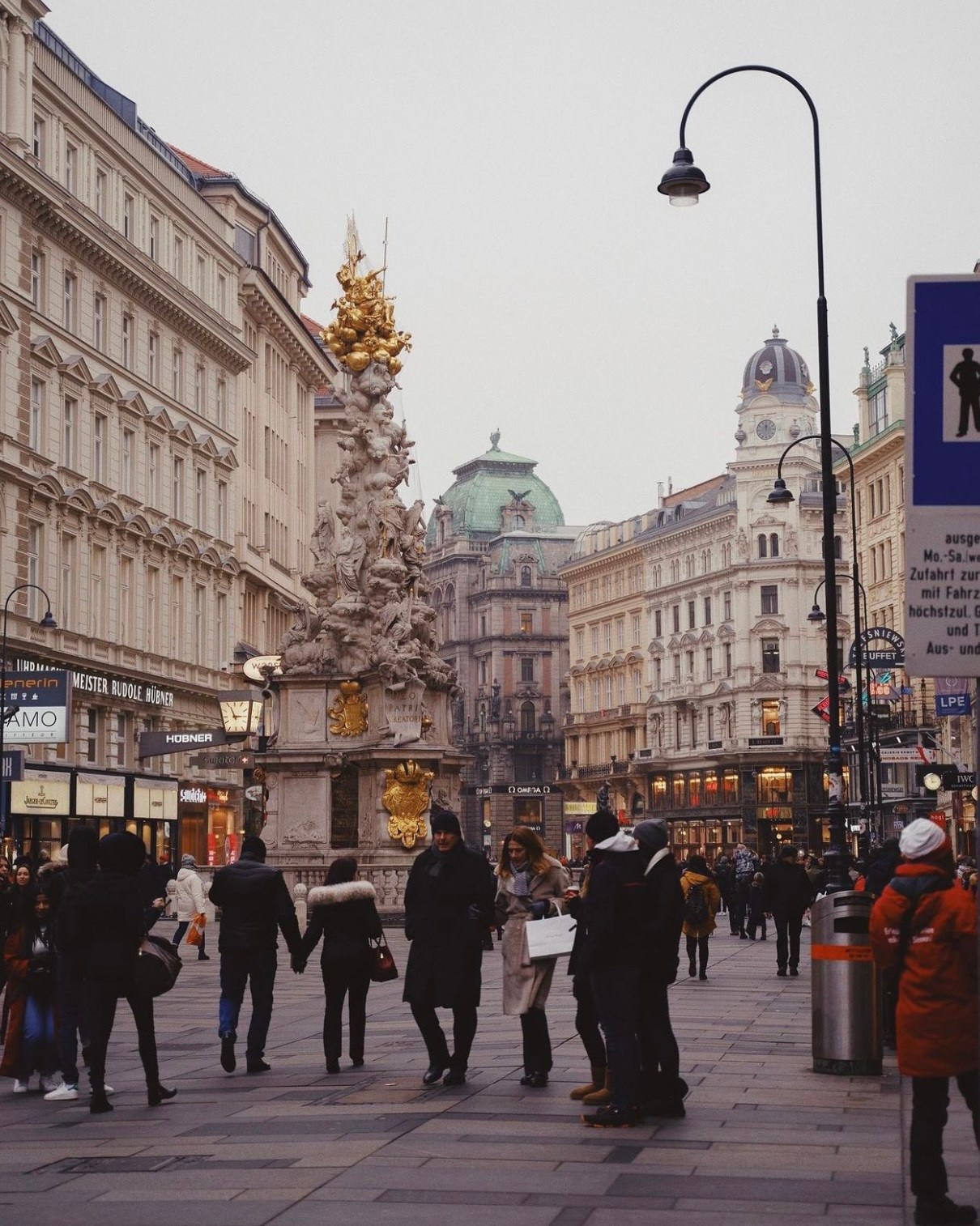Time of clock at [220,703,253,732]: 2:56
